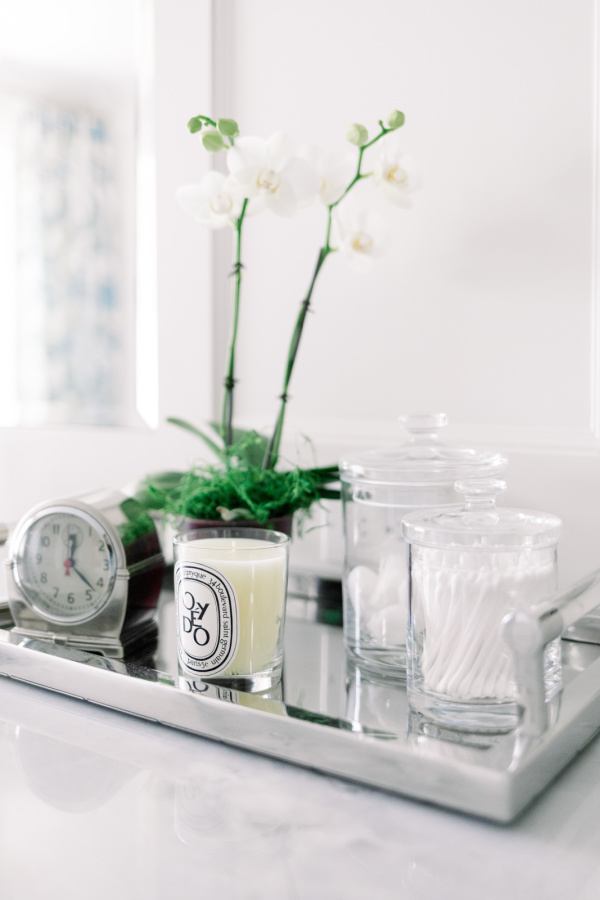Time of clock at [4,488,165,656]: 12:22
